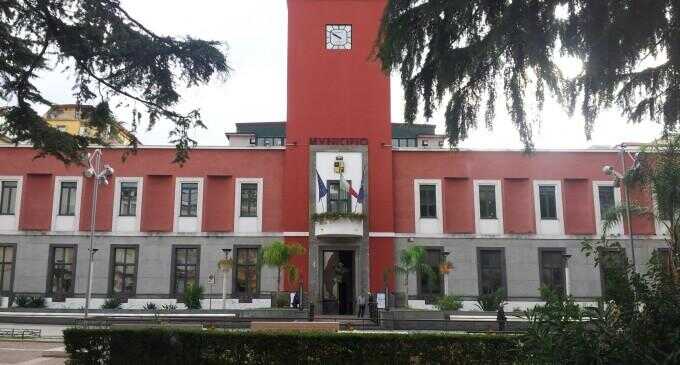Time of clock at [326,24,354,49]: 9:50
